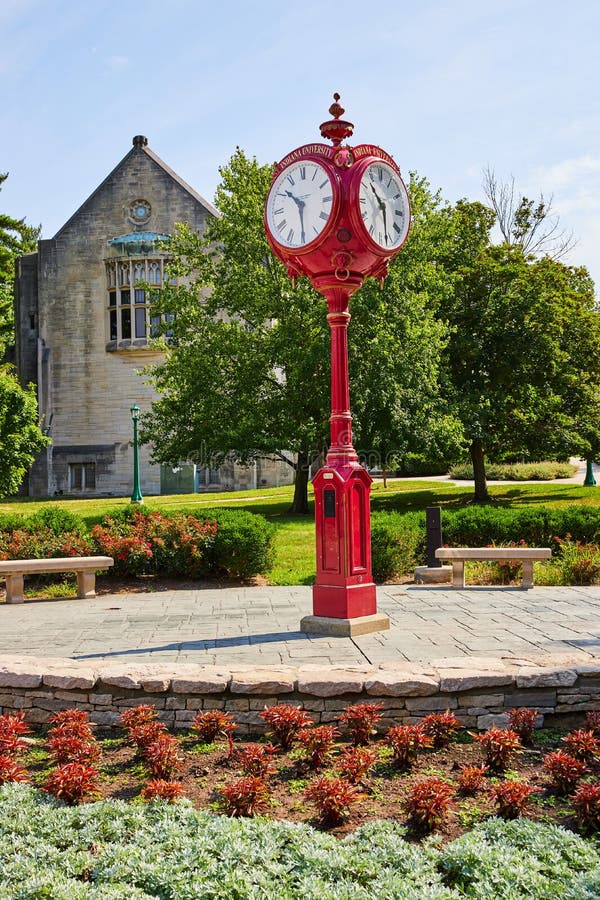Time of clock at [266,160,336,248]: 10:29
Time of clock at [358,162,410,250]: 10:28
